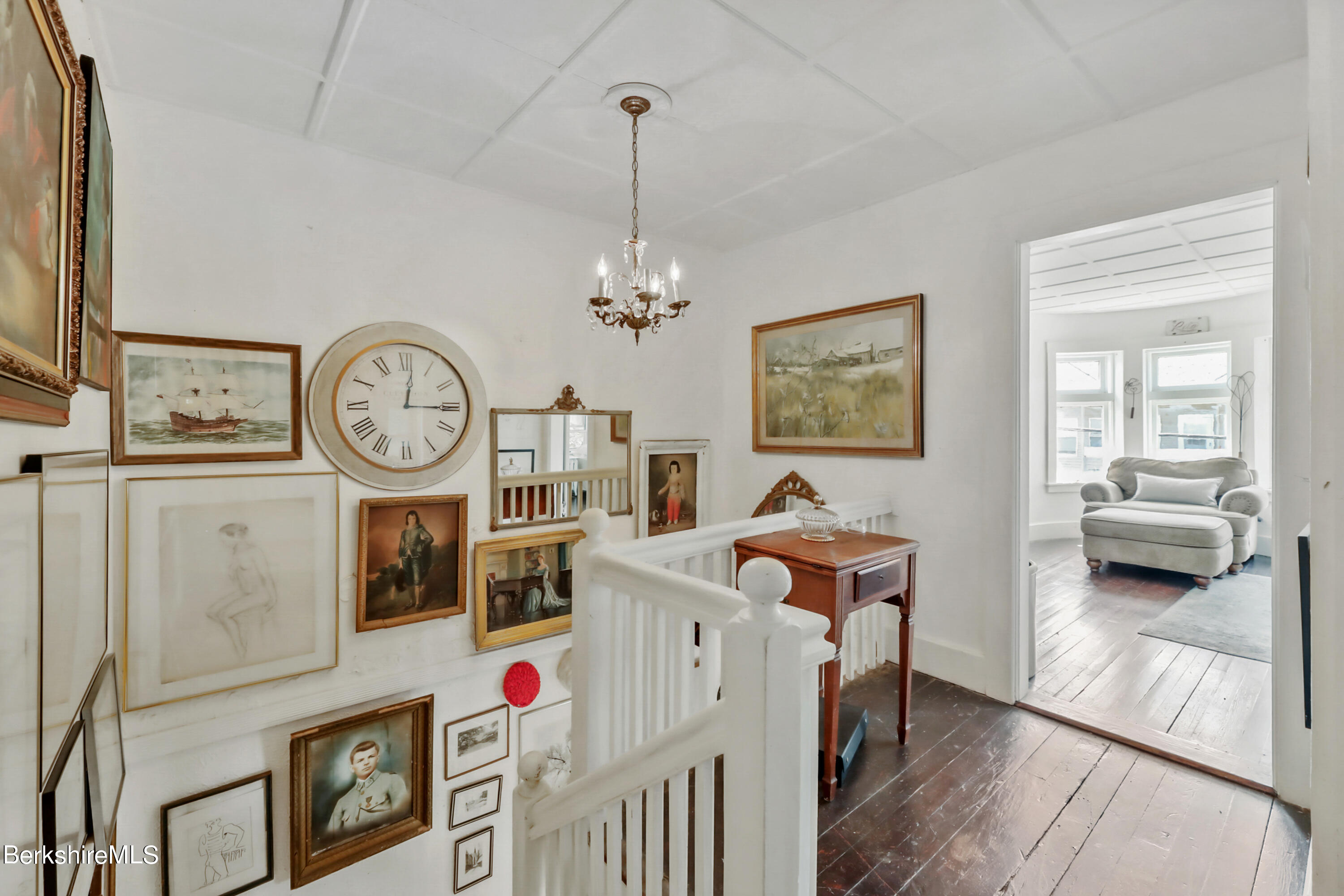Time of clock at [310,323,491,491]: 12:15
